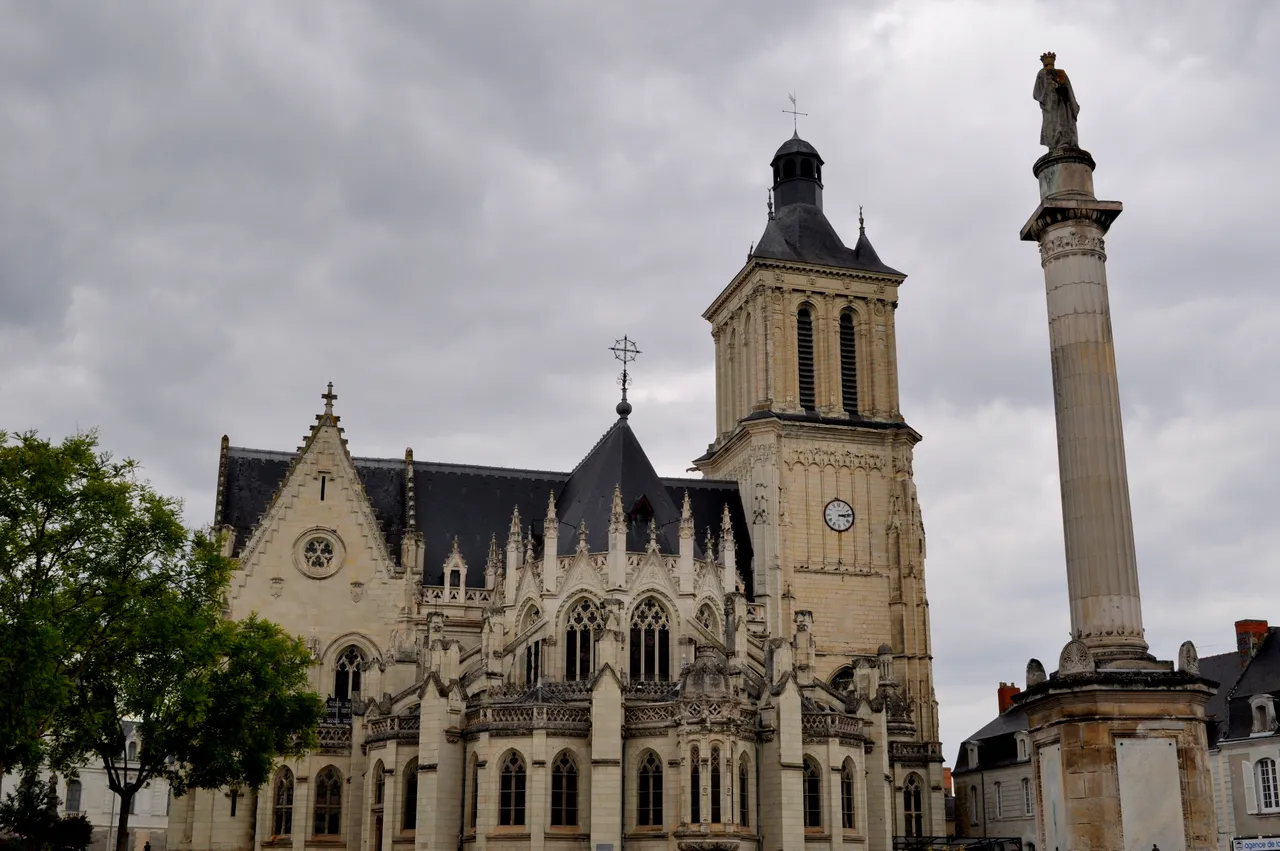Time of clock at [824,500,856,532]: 3:13
